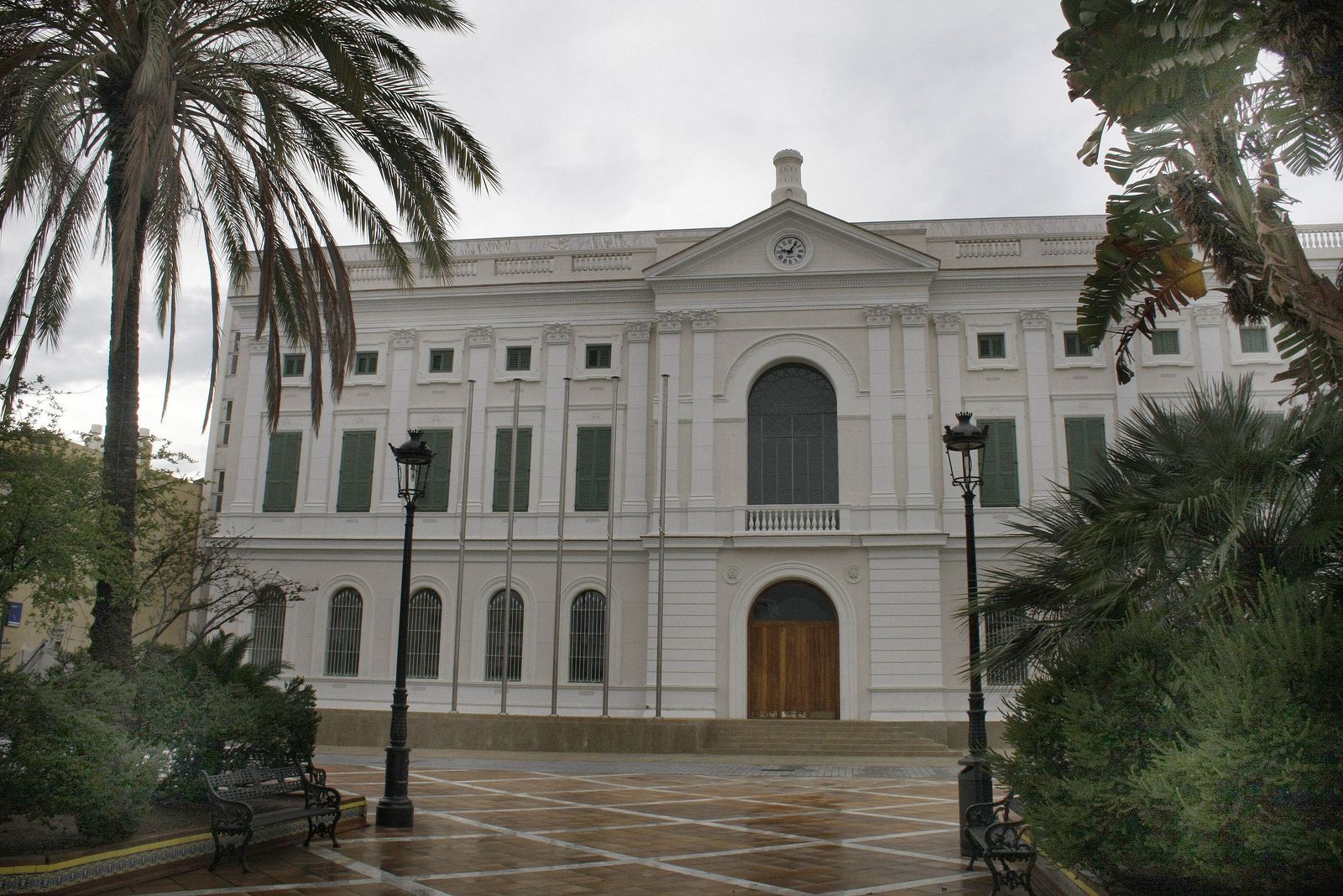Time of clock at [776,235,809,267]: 9:06
